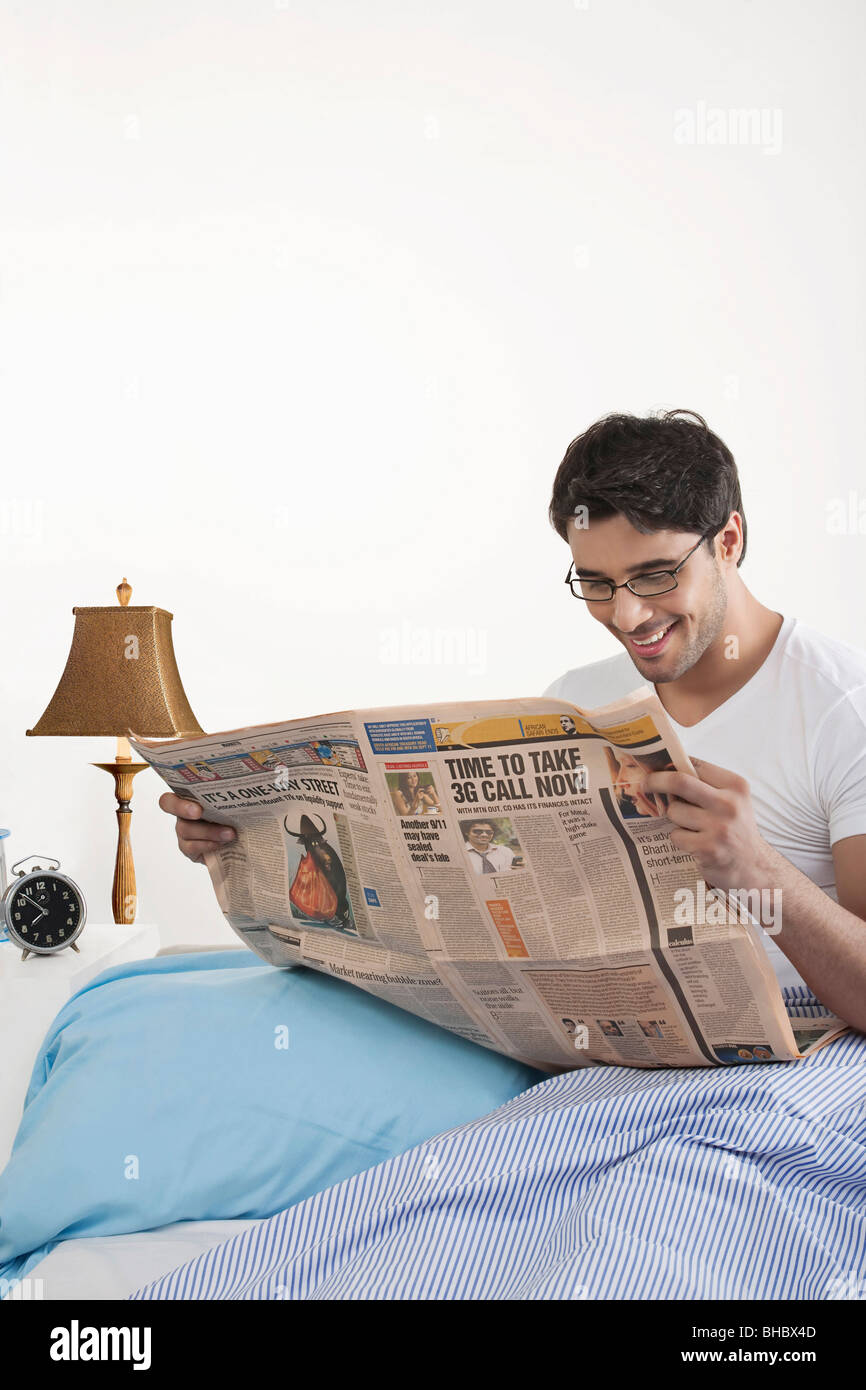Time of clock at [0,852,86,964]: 7:52
